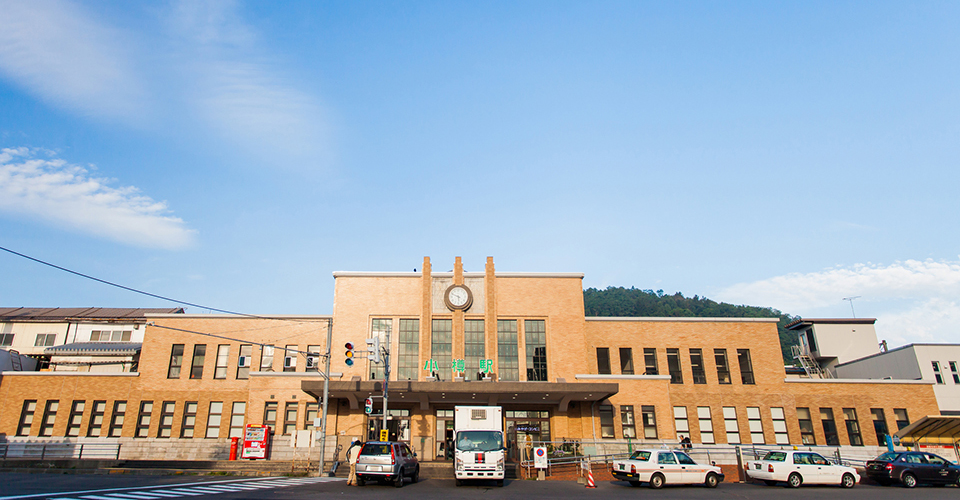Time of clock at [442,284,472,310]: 5:49
